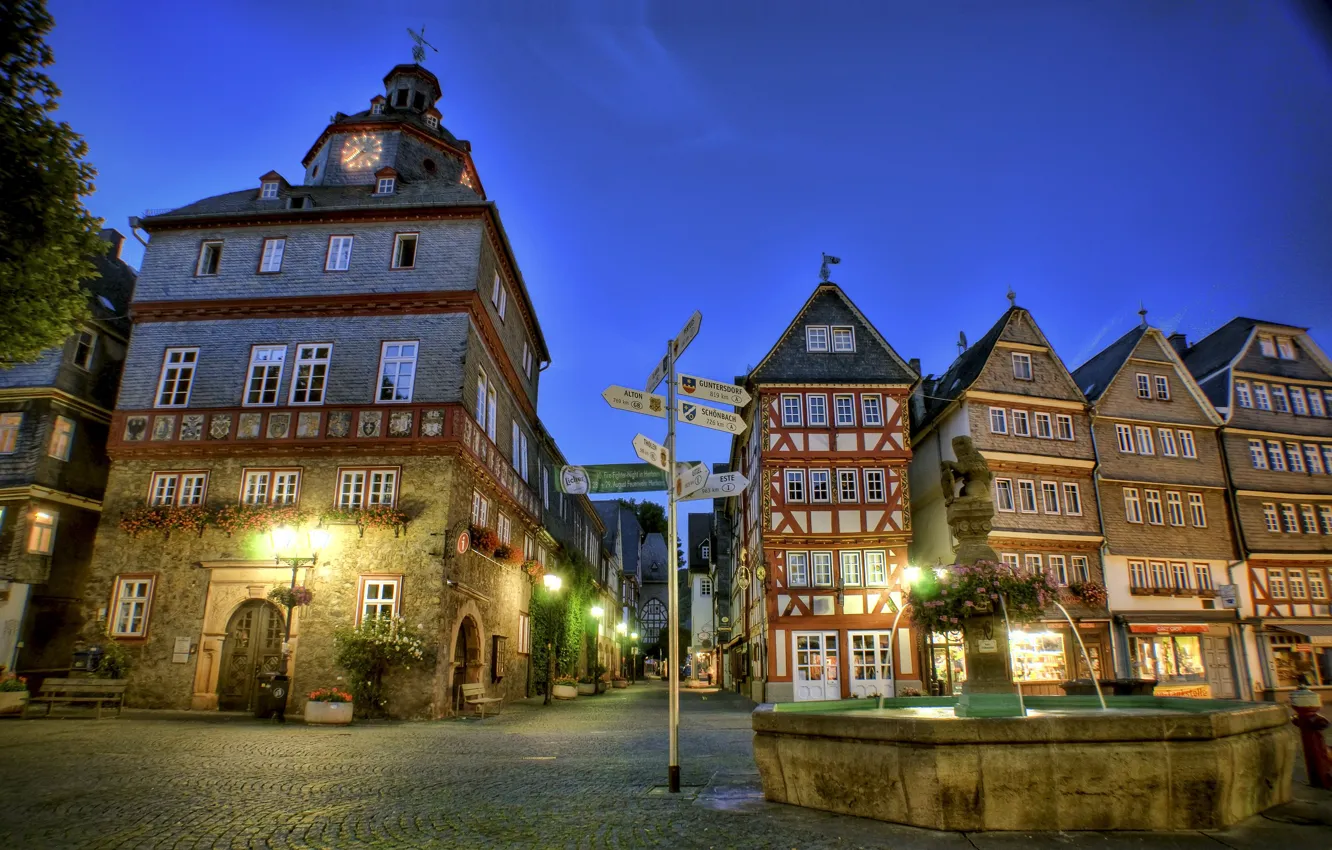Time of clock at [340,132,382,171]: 2:38
